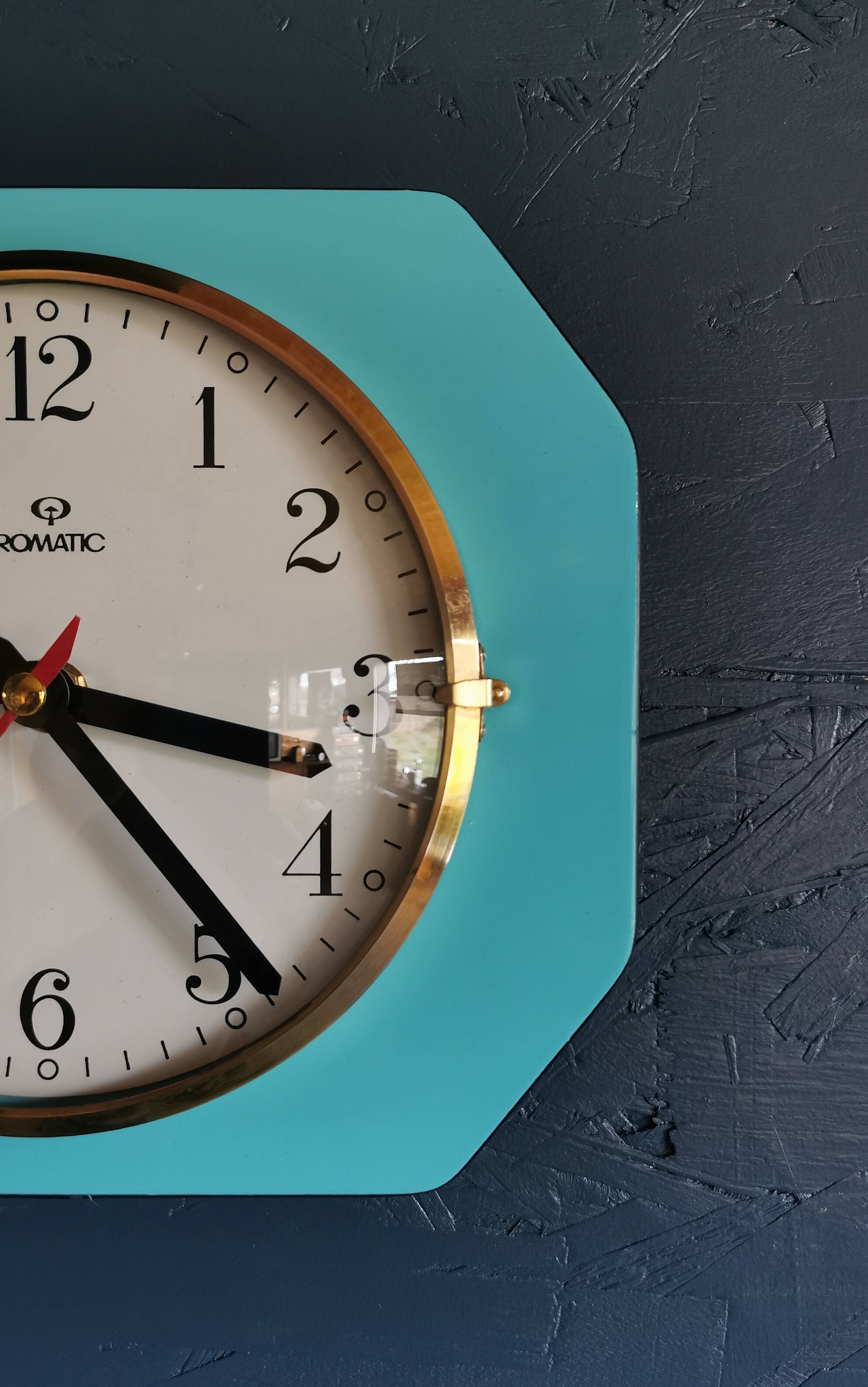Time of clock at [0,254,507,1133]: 3:23
